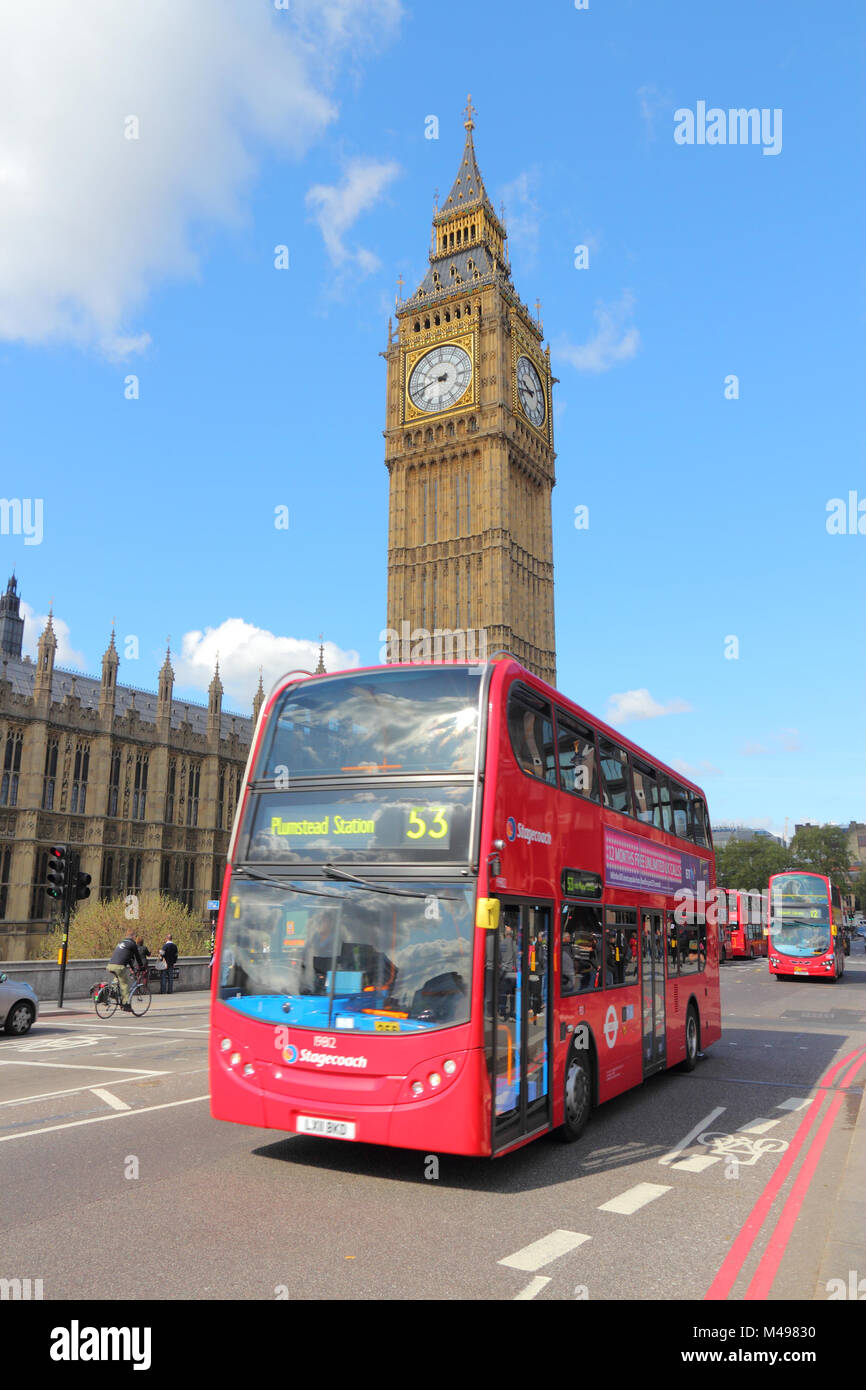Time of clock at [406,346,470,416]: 9:42
